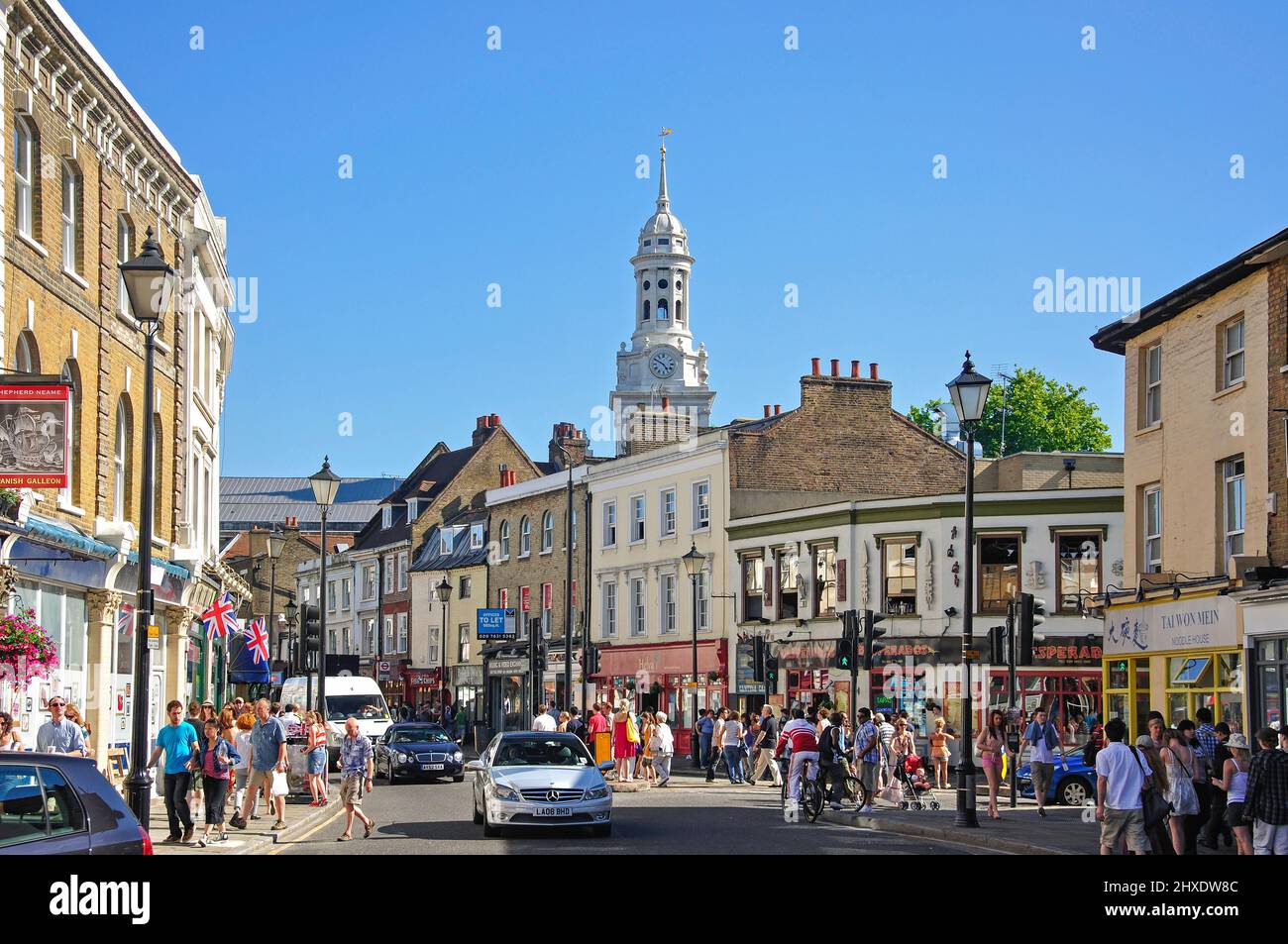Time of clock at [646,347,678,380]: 4:49
